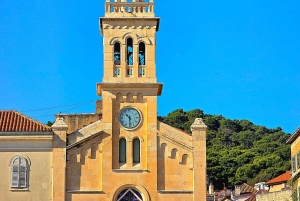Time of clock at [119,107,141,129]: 10:29
